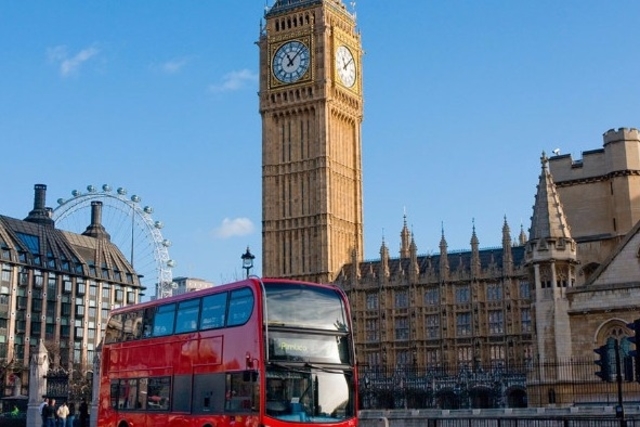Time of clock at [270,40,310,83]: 11:07
